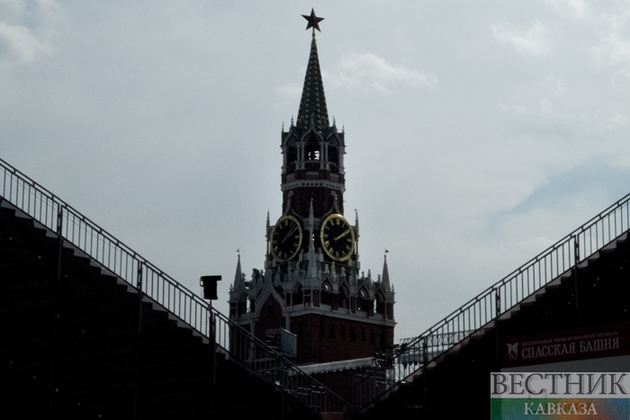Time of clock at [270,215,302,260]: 2:07
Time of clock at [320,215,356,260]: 2:09
